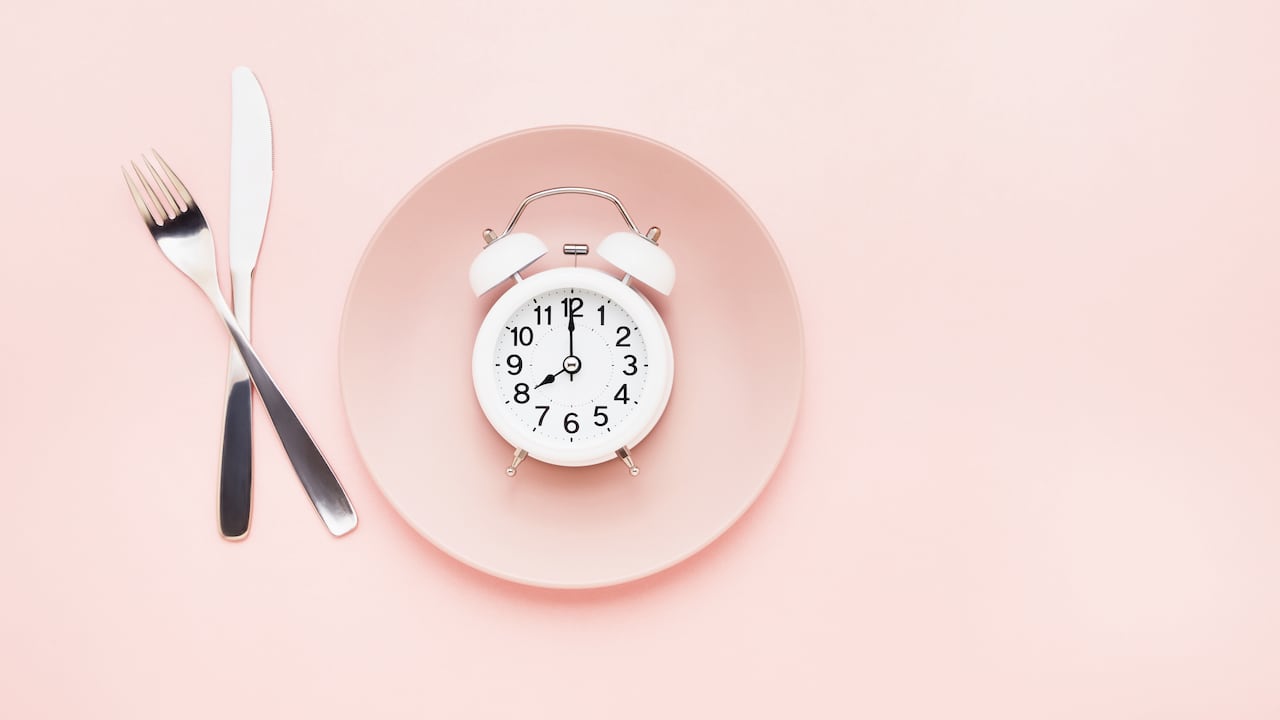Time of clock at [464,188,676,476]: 8:00
